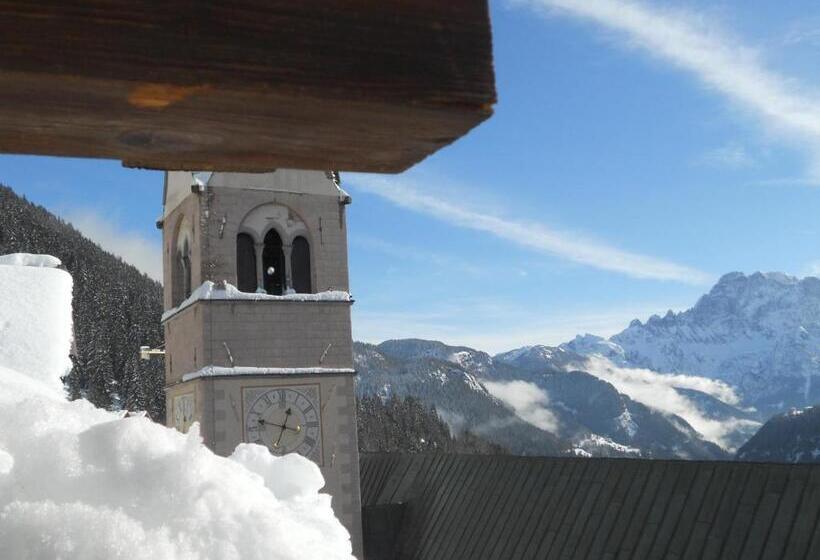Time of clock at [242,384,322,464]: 12:47
